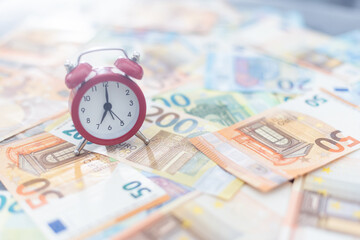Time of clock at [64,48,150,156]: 7:00
